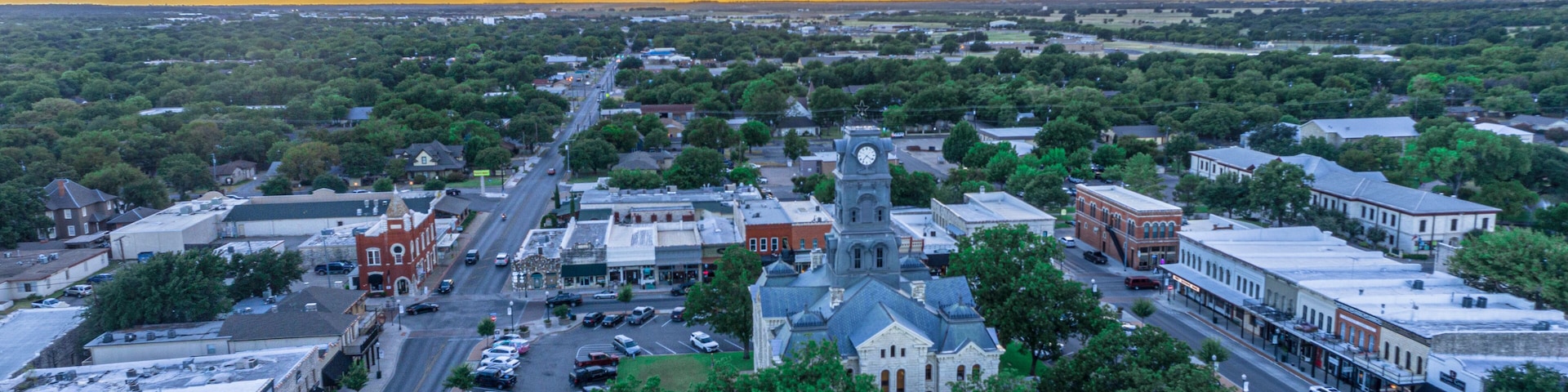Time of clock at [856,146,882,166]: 7:21
